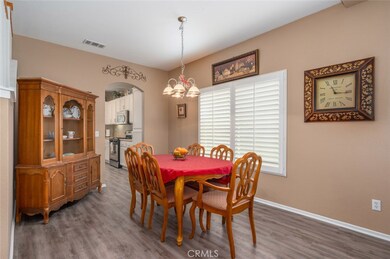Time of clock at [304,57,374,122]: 11:16
